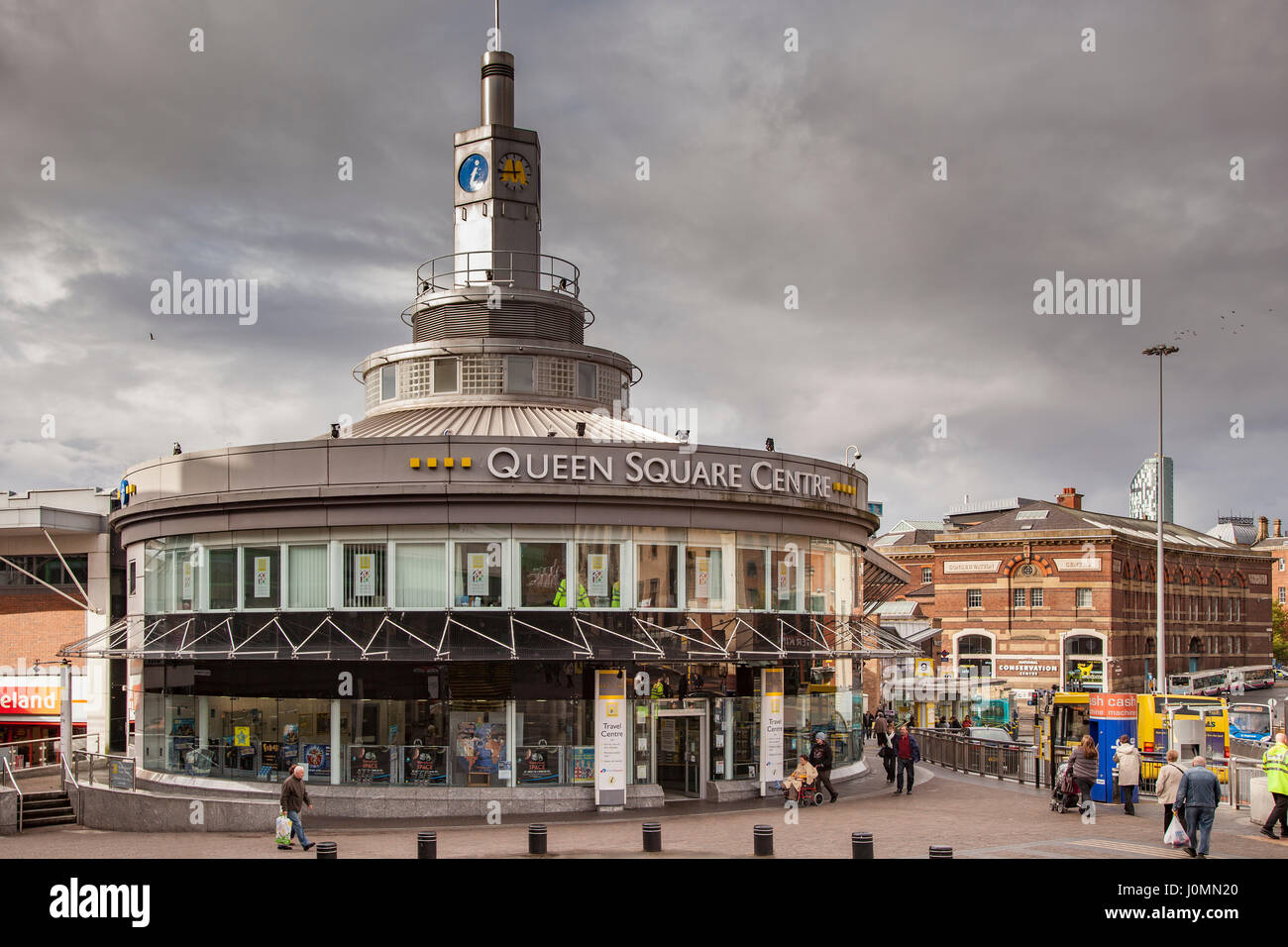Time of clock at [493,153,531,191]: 11:44
